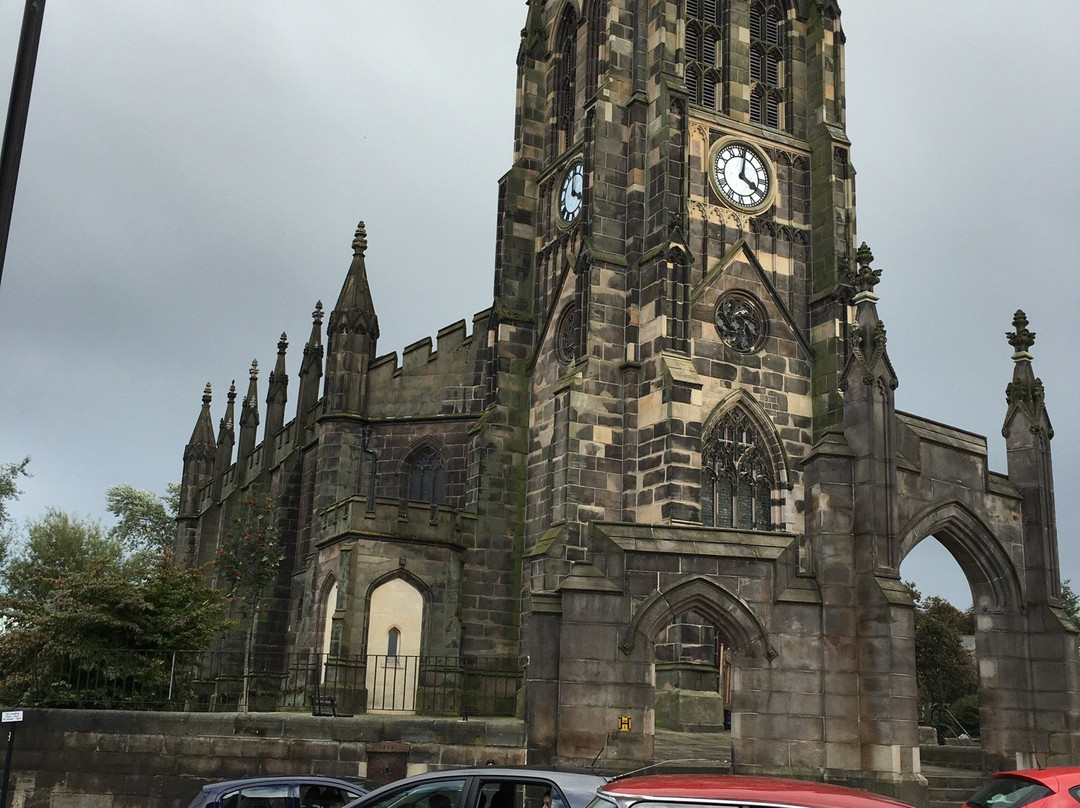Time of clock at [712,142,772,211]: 4:01
